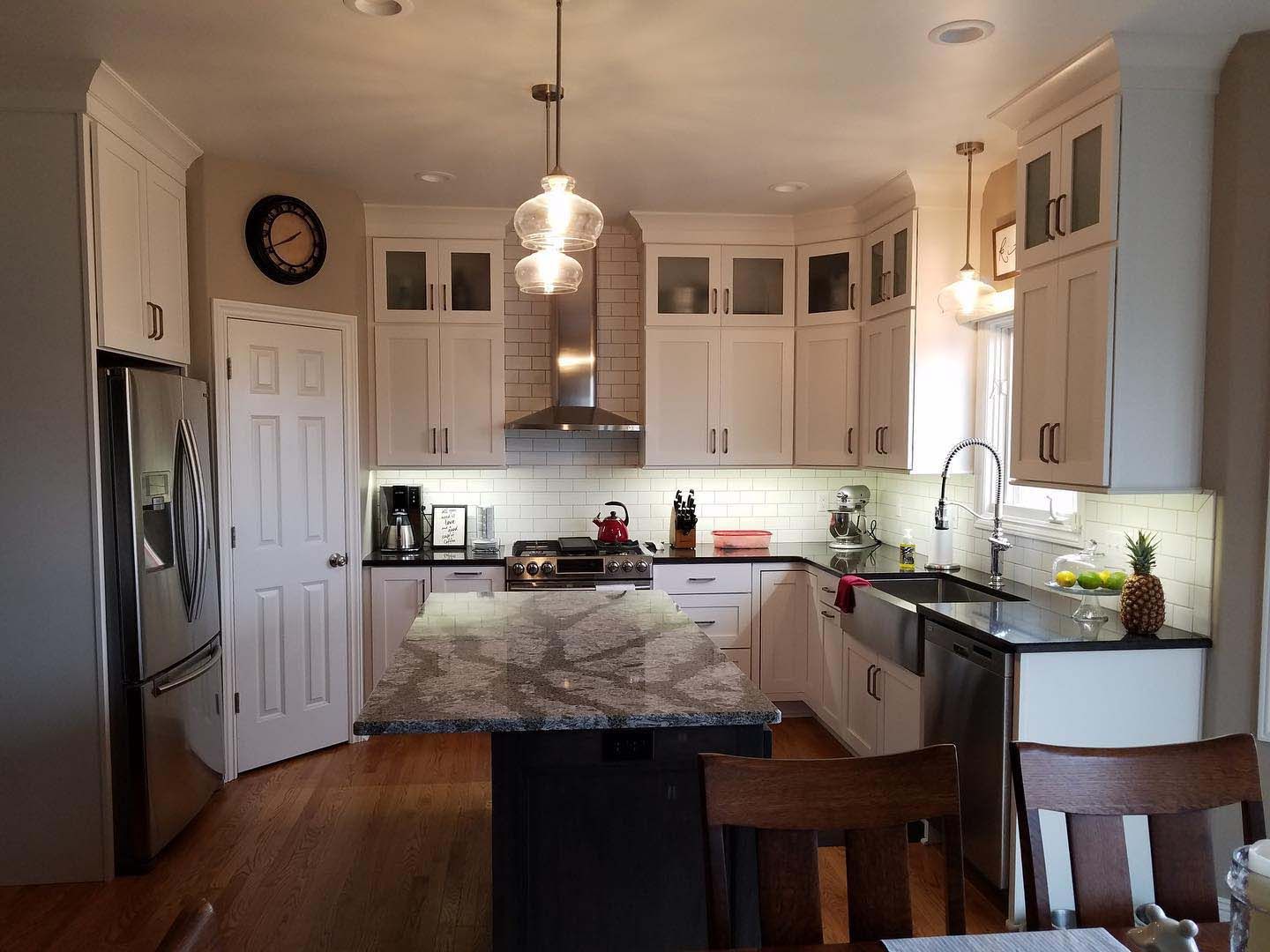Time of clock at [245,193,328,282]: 1:41
